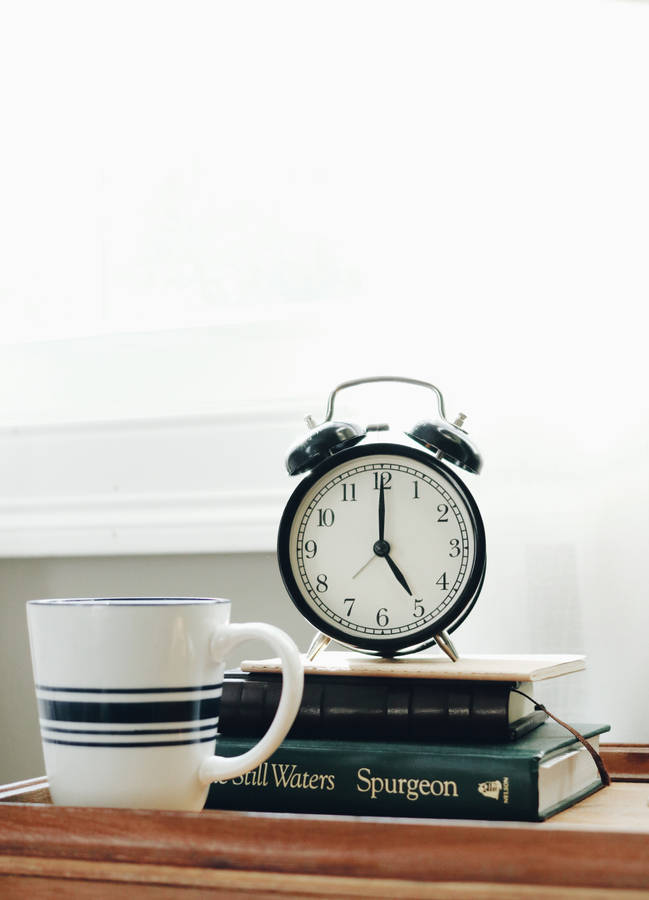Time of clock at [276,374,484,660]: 5:00
